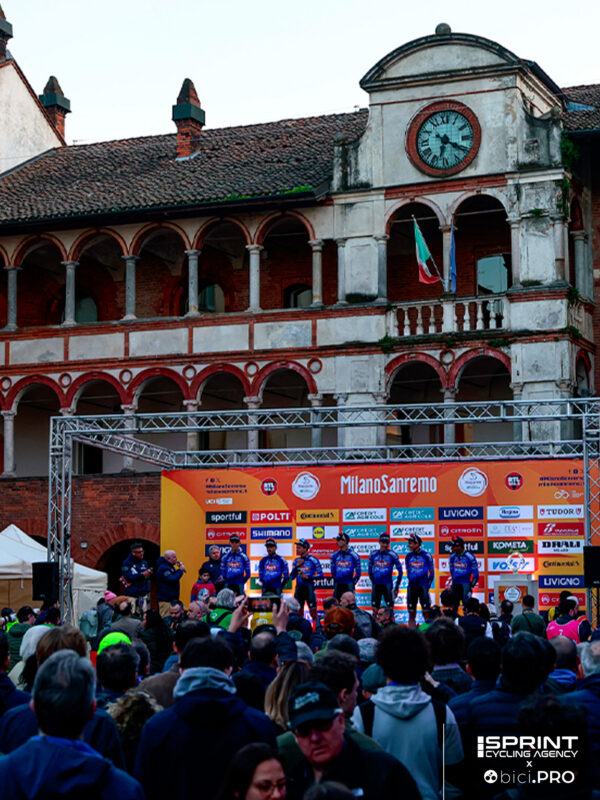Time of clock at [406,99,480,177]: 6:20
